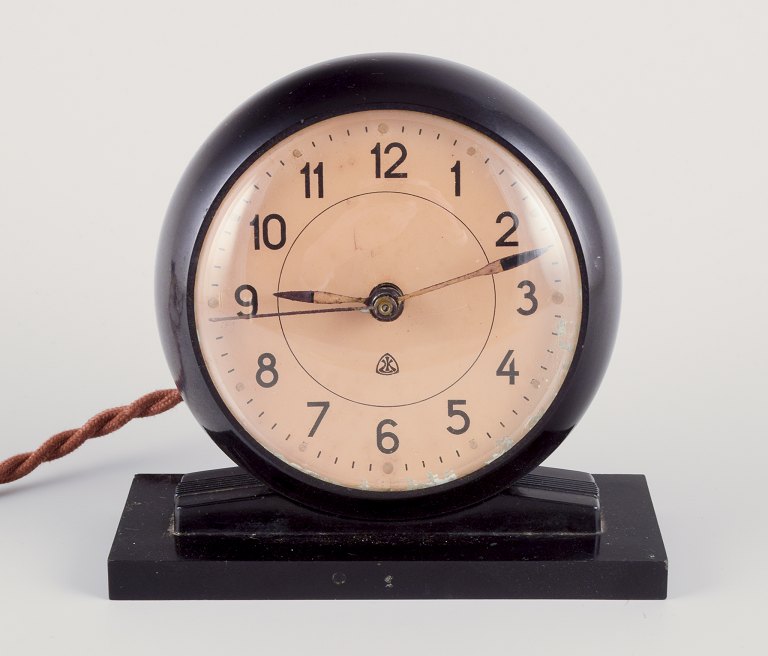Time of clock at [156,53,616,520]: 9:12
